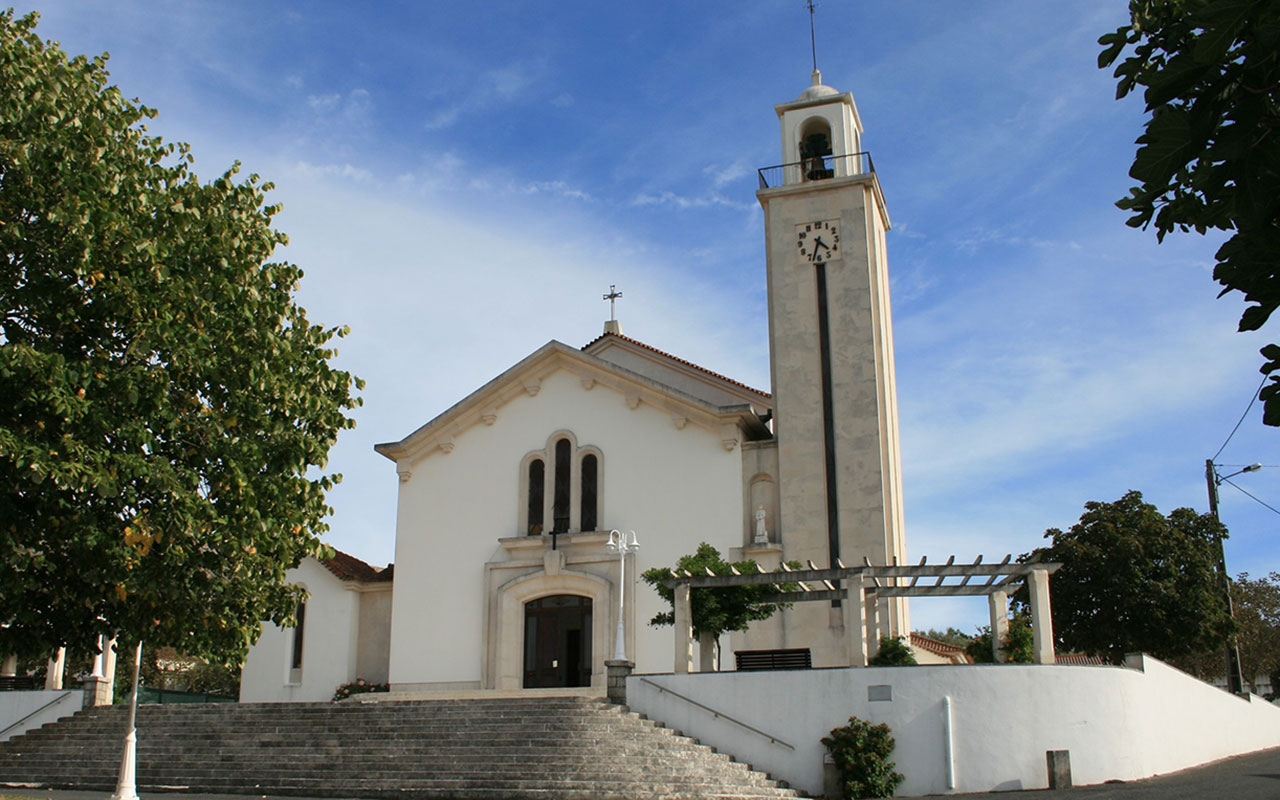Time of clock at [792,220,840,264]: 4:33
